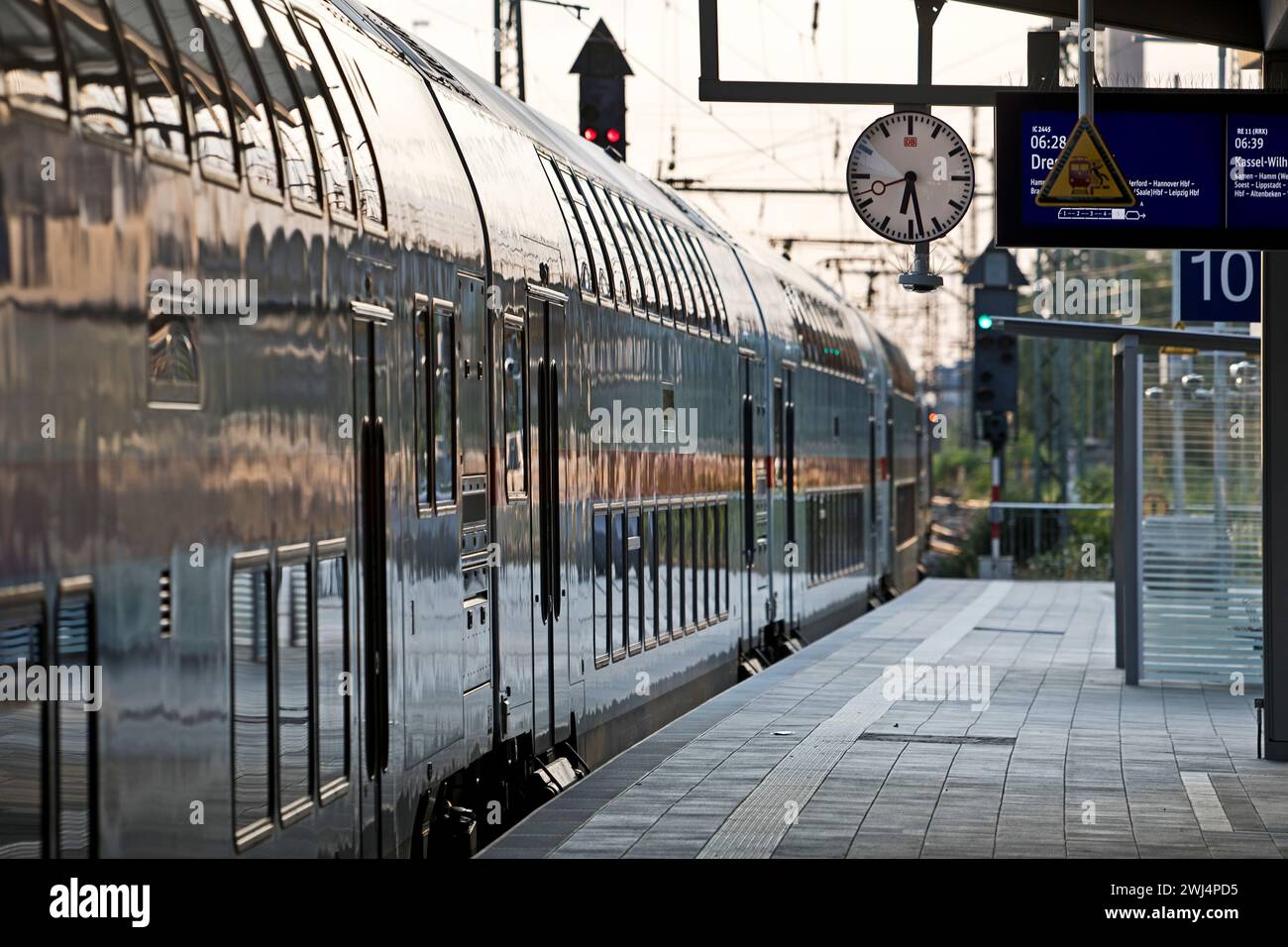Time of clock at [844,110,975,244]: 6:28
